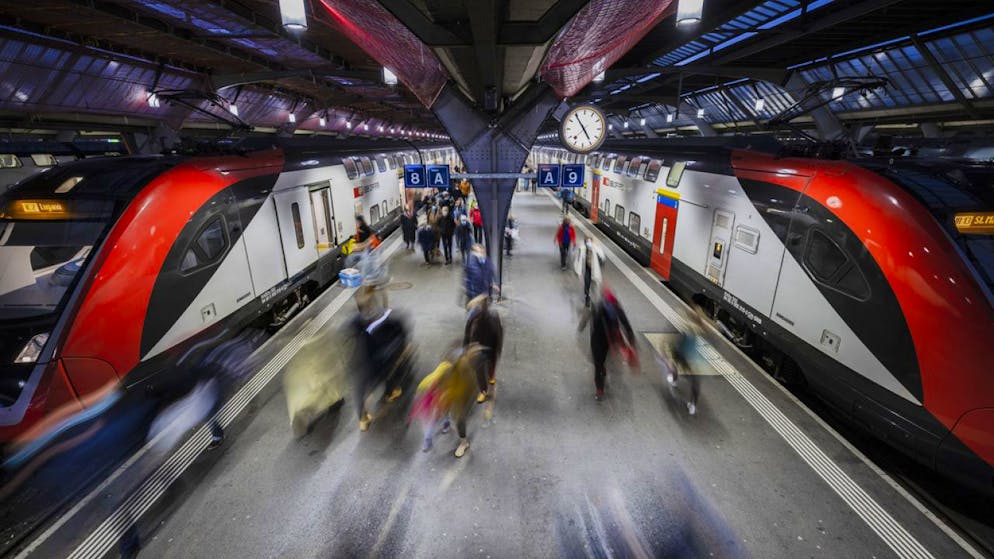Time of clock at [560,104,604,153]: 4:54
